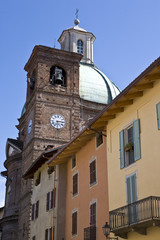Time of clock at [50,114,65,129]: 6:14
